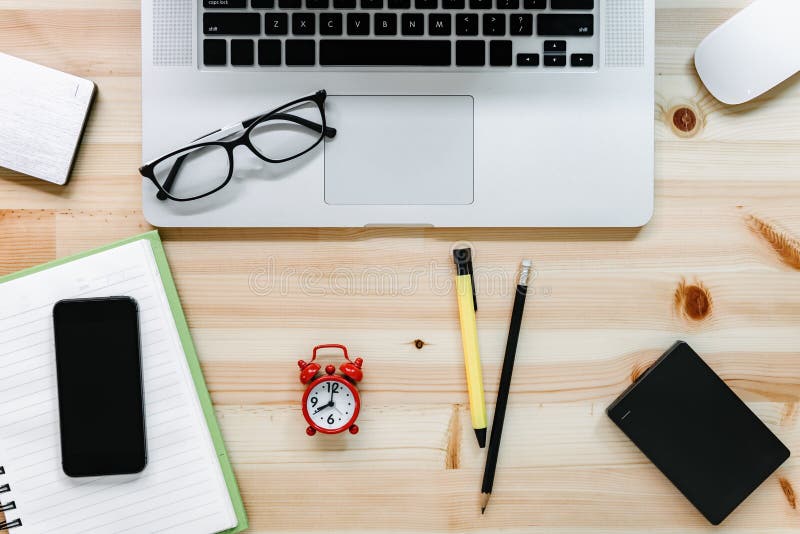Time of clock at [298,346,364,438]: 8:00
